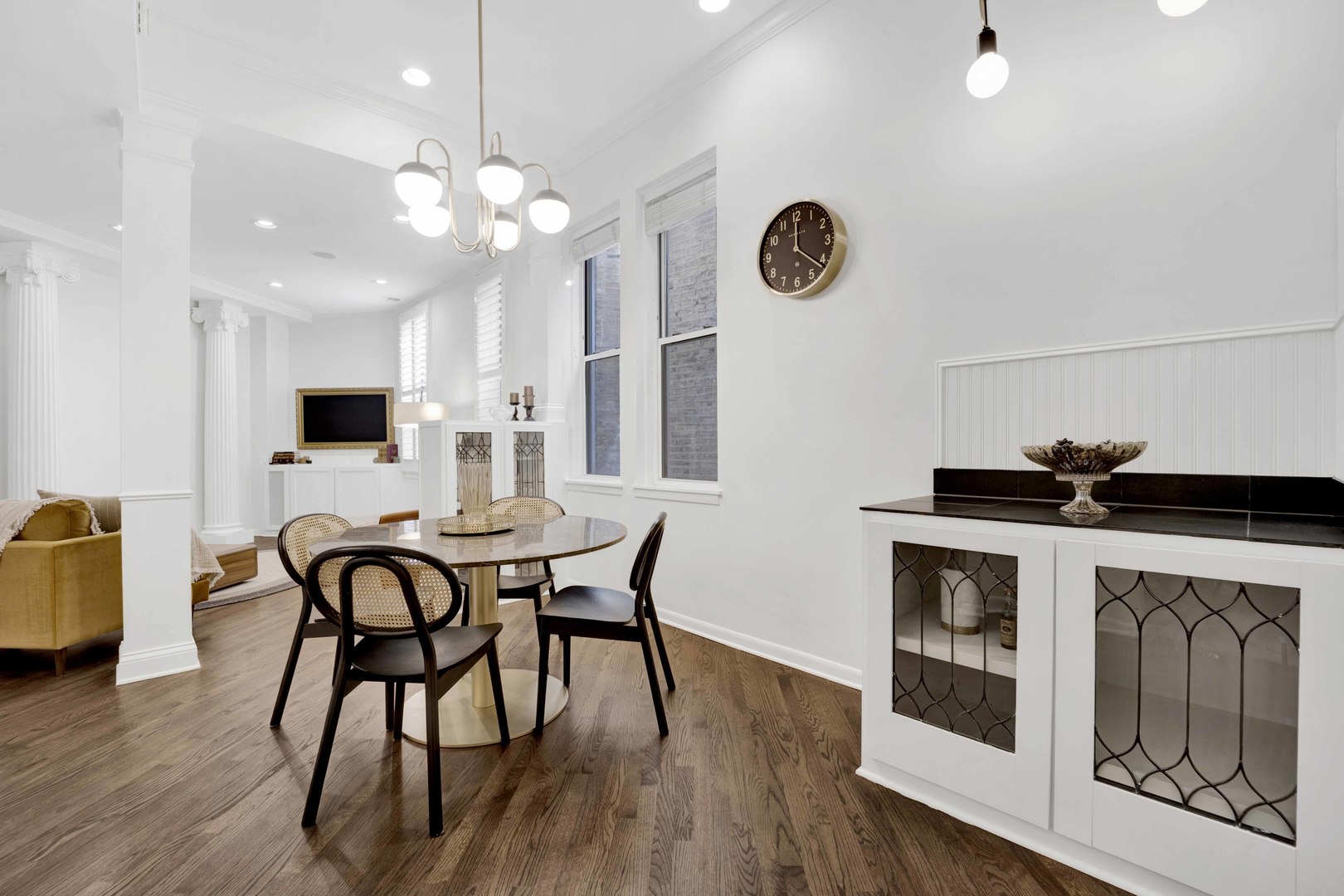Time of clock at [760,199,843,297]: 12:21
